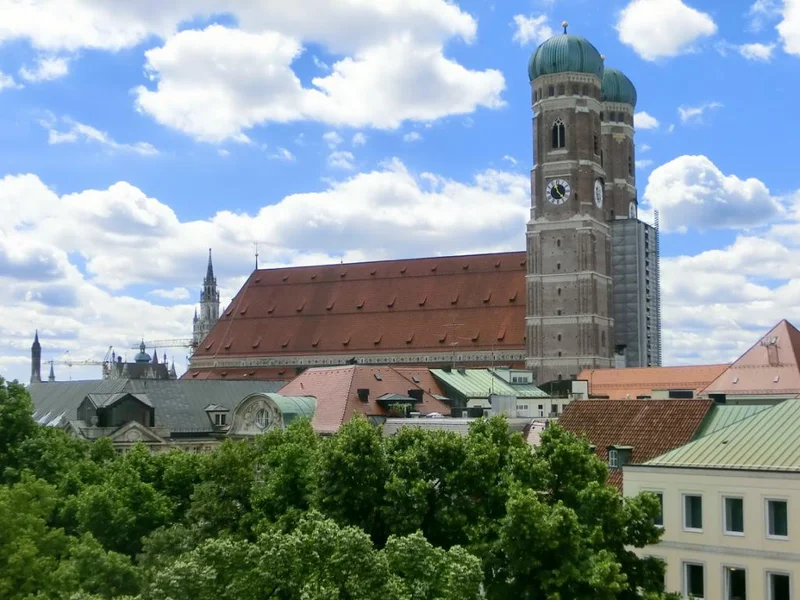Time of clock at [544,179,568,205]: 12:23
